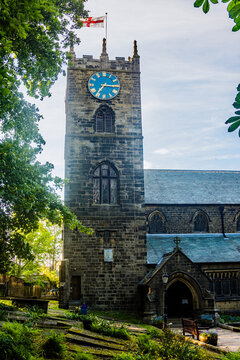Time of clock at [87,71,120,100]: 7:15
